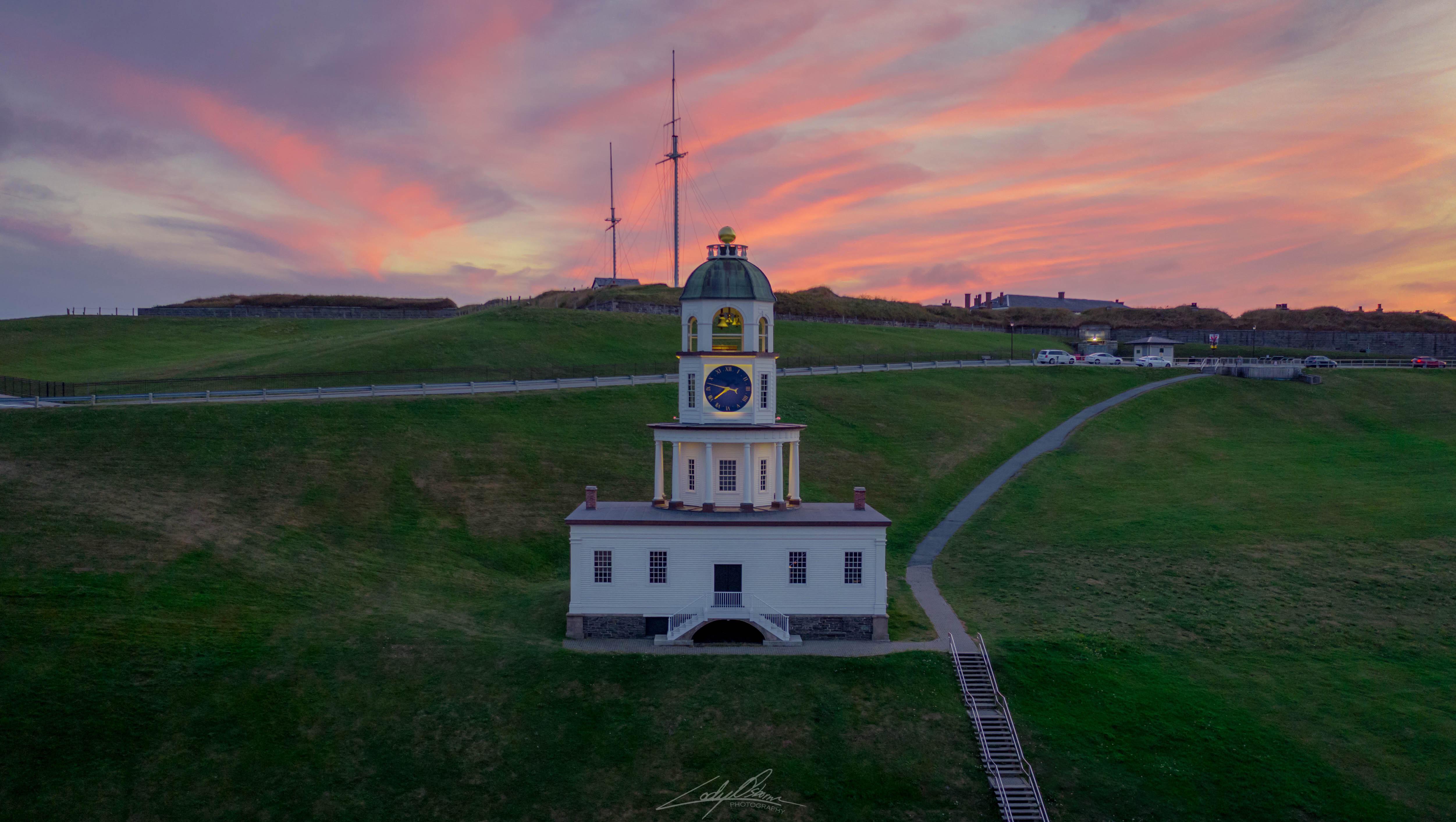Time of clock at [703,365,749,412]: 7:47
